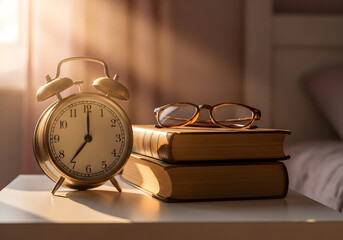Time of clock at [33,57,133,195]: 7:00
